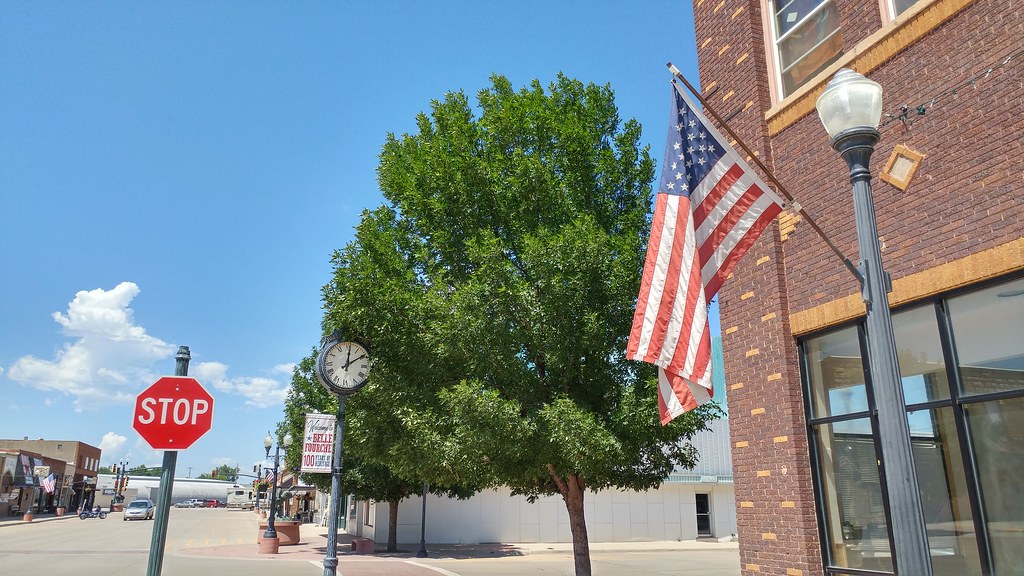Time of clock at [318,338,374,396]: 12:09
